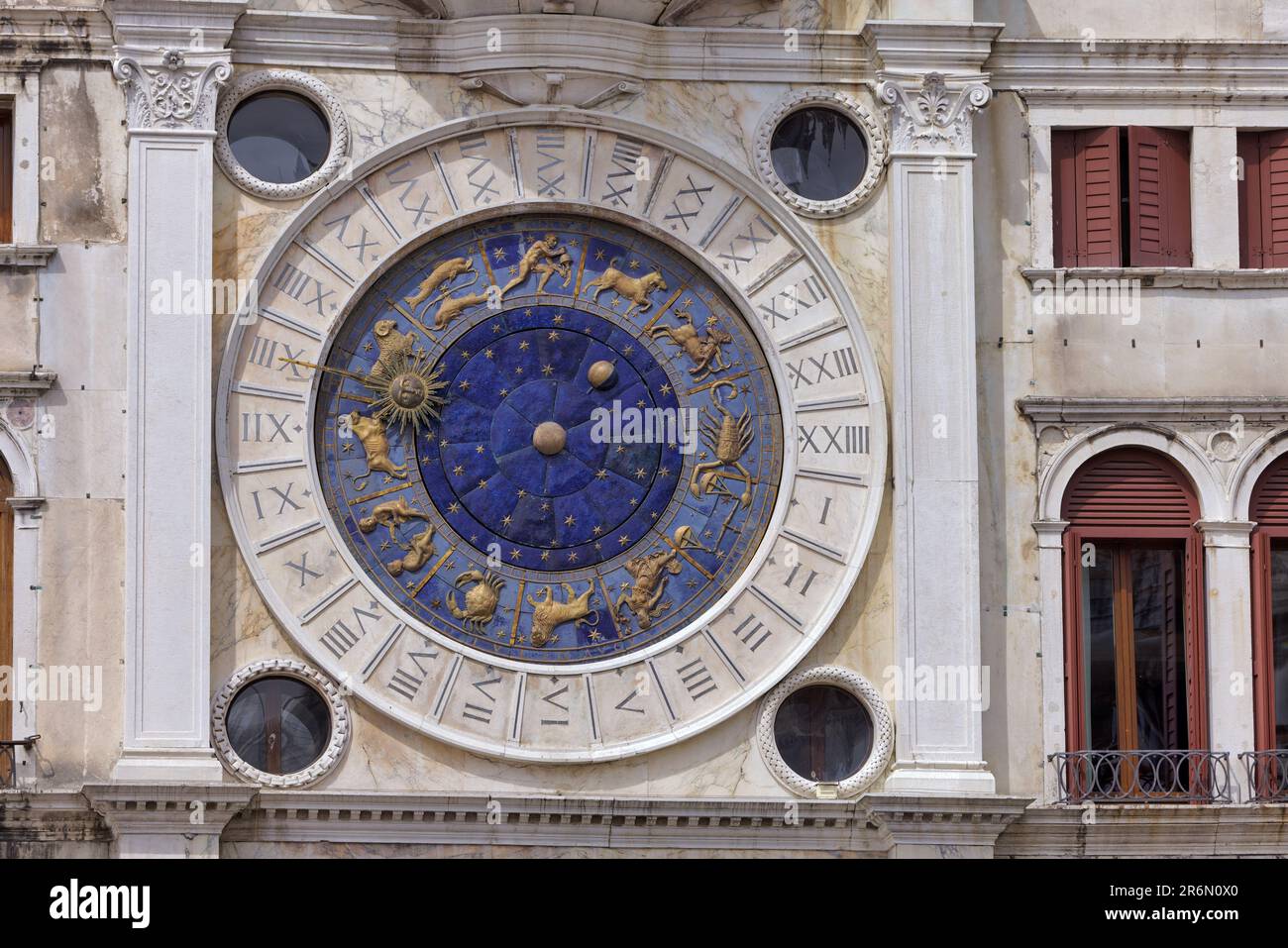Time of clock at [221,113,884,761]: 1:16
